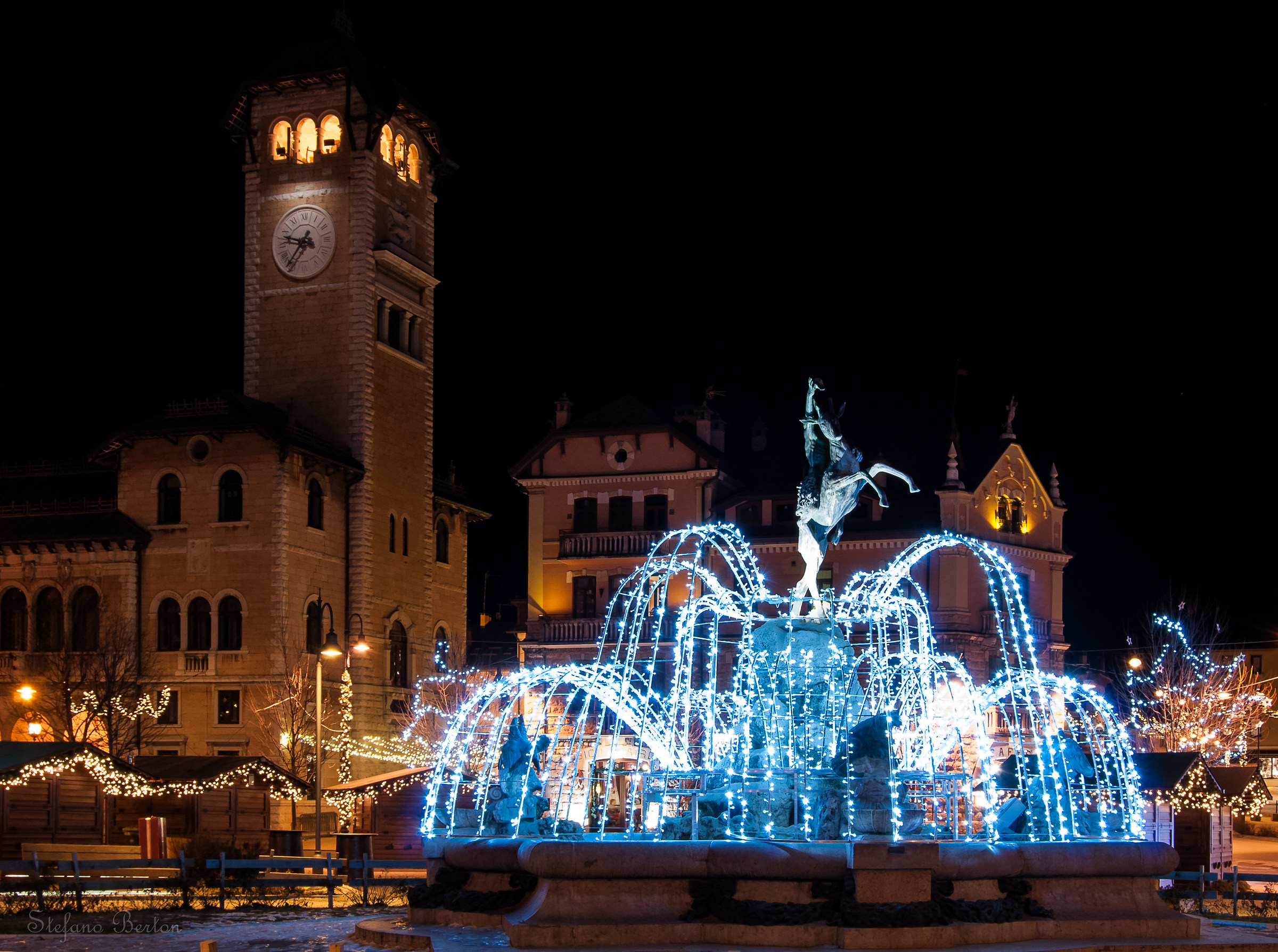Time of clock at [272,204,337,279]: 9:36
